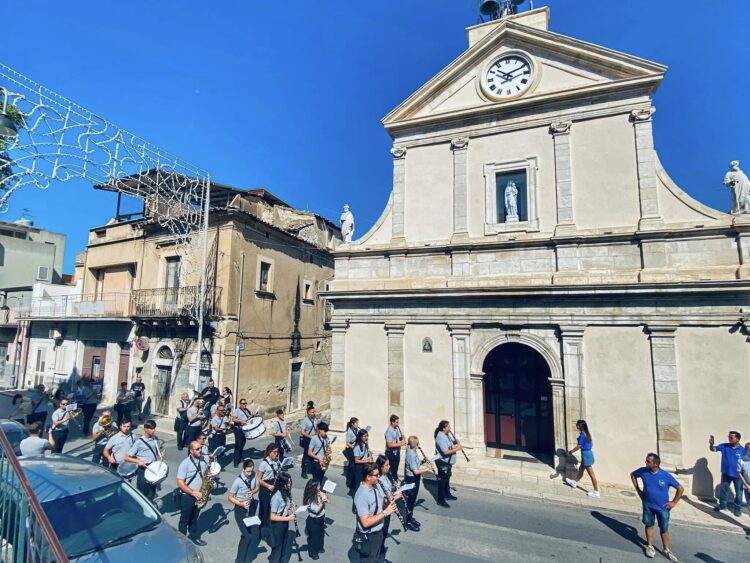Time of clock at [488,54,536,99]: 10:10
